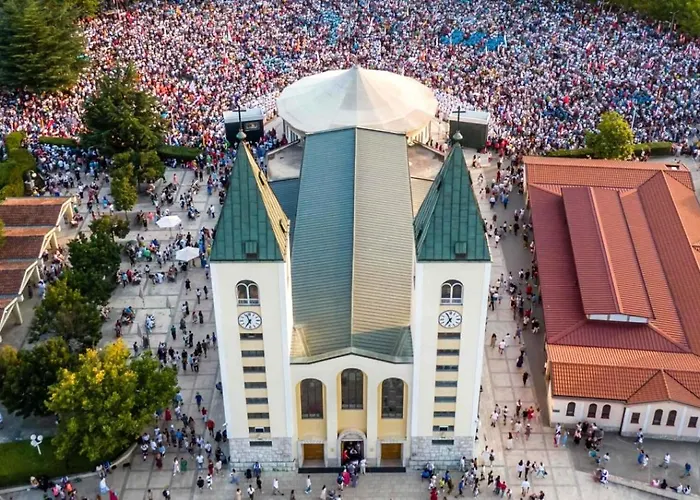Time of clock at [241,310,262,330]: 6:56
